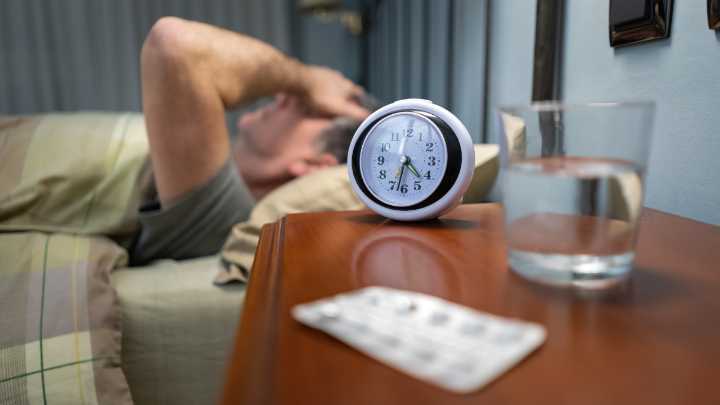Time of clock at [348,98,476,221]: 4:32
